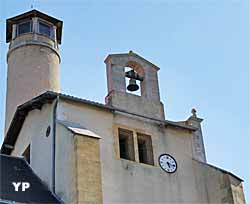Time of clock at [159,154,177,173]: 5:16
